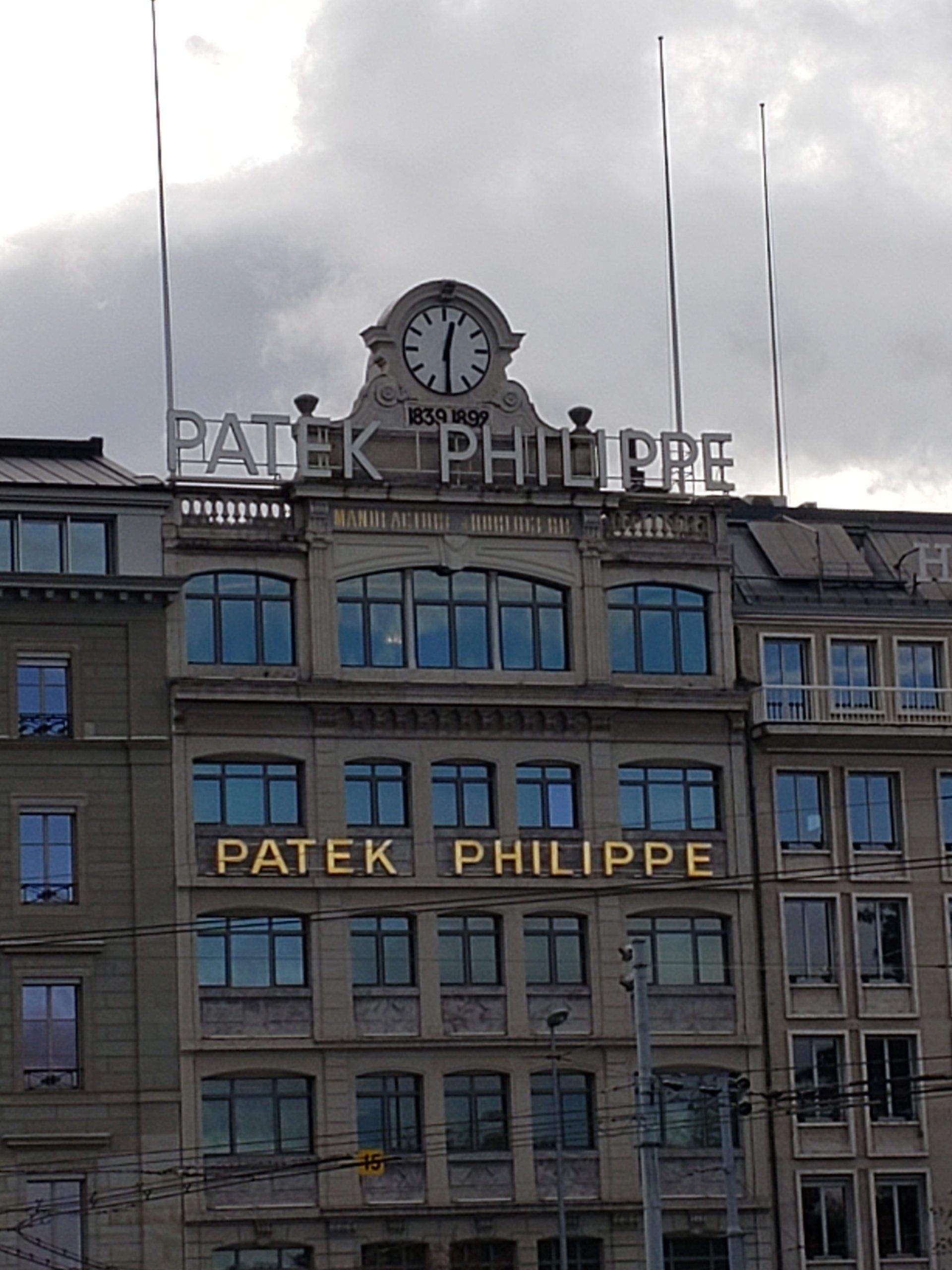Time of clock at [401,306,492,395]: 12:30
